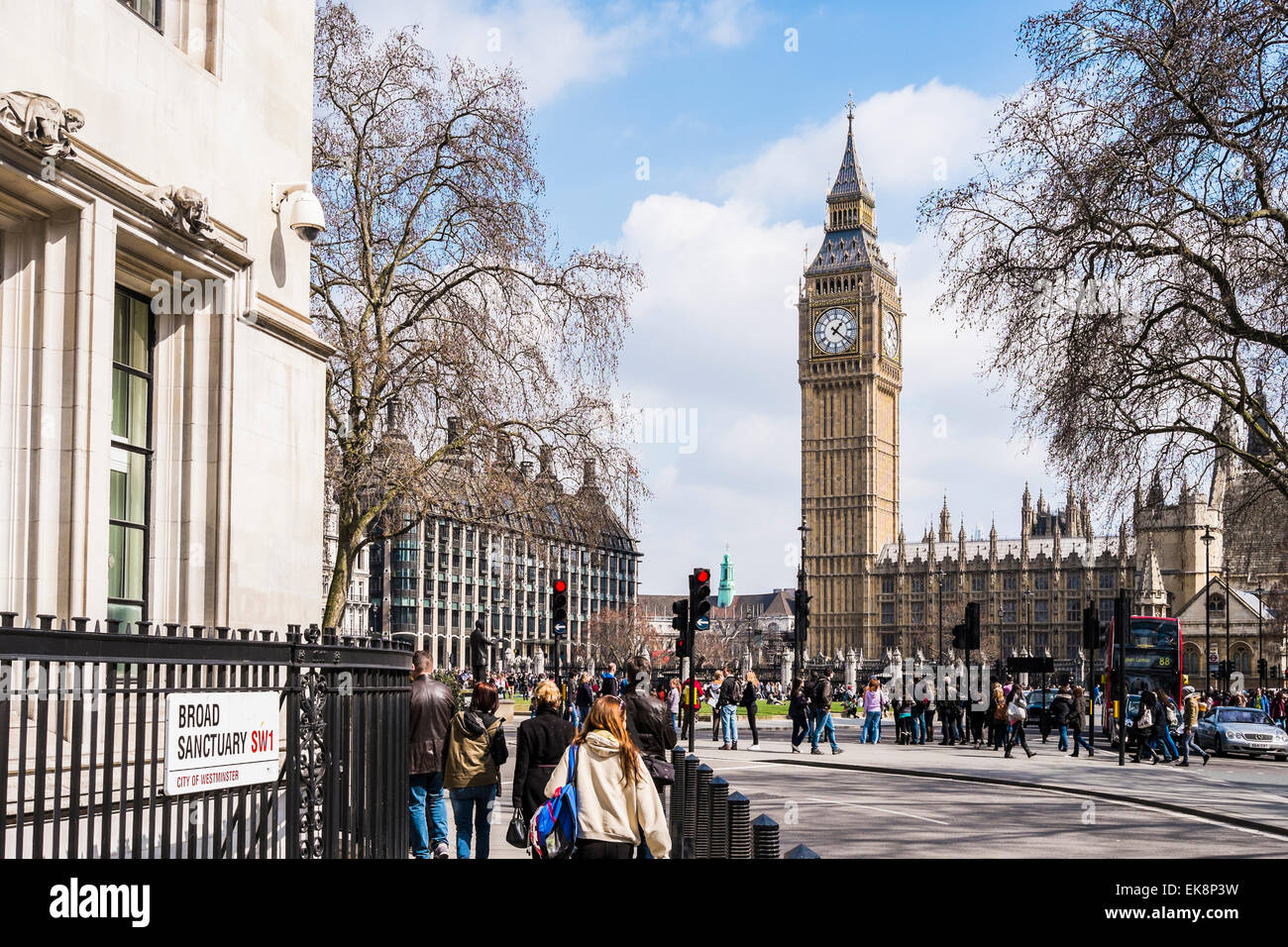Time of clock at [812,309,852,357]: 1:21
